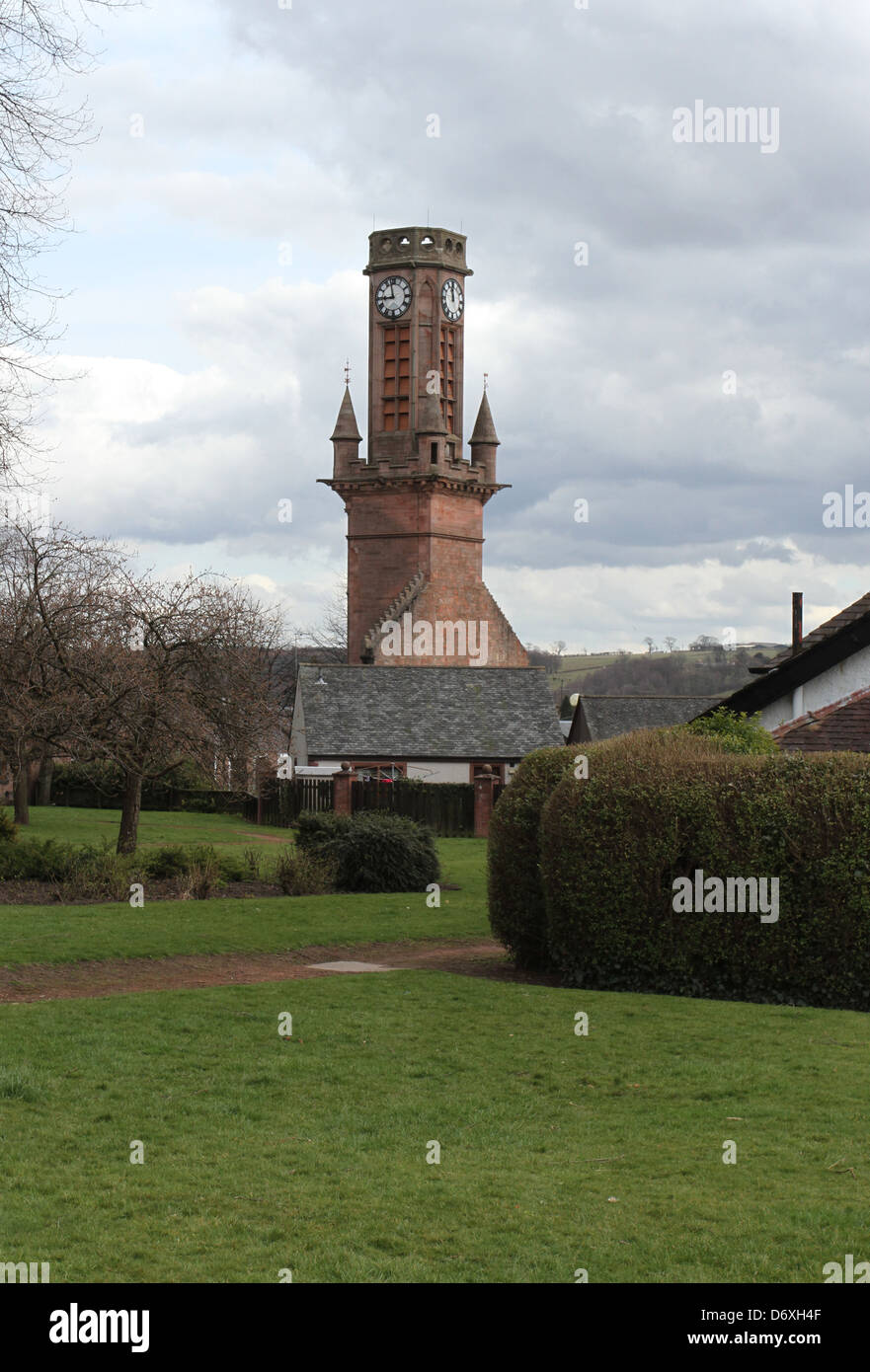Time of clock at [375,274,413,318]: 8:57
